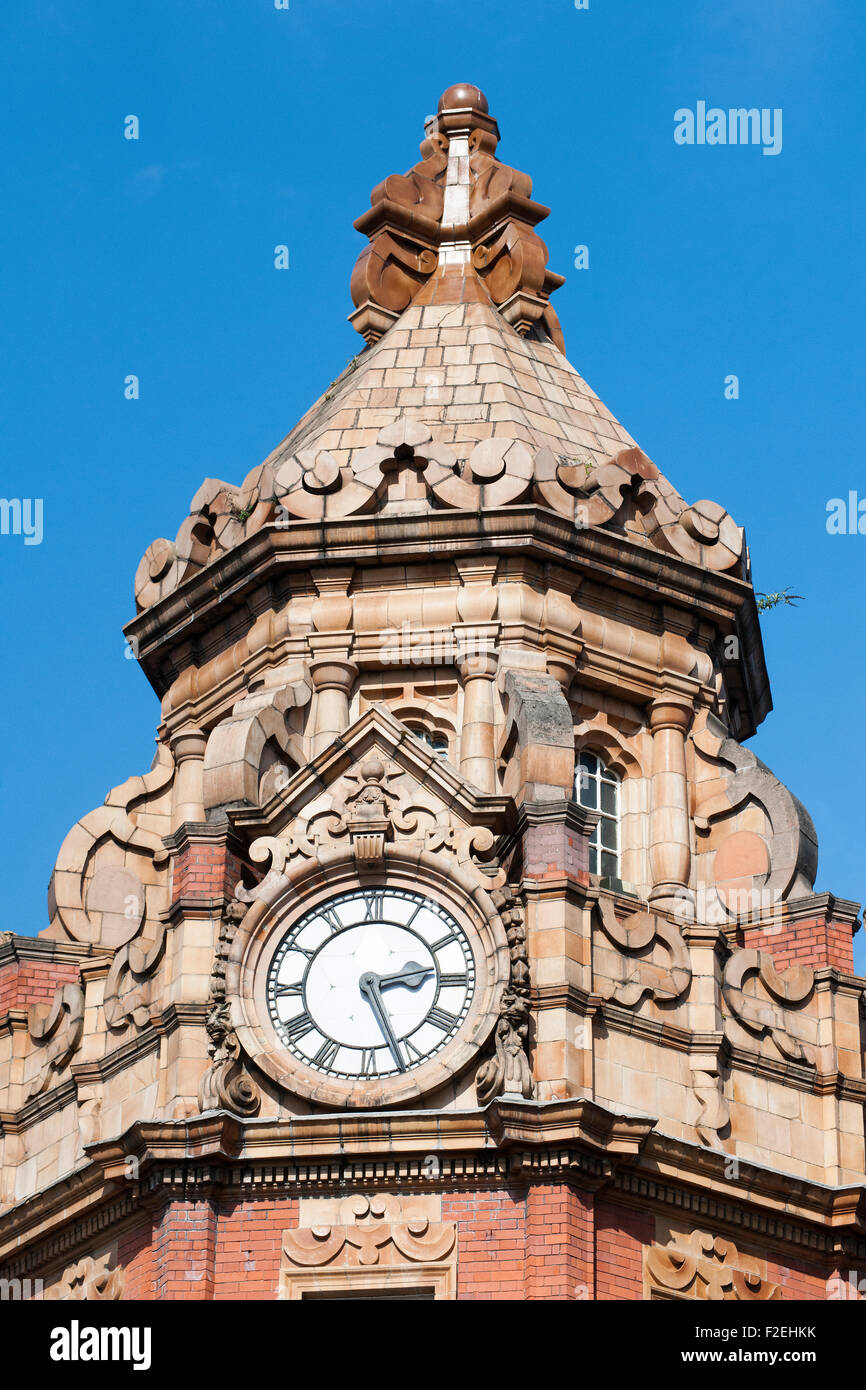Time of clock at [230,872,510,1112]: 2:26
